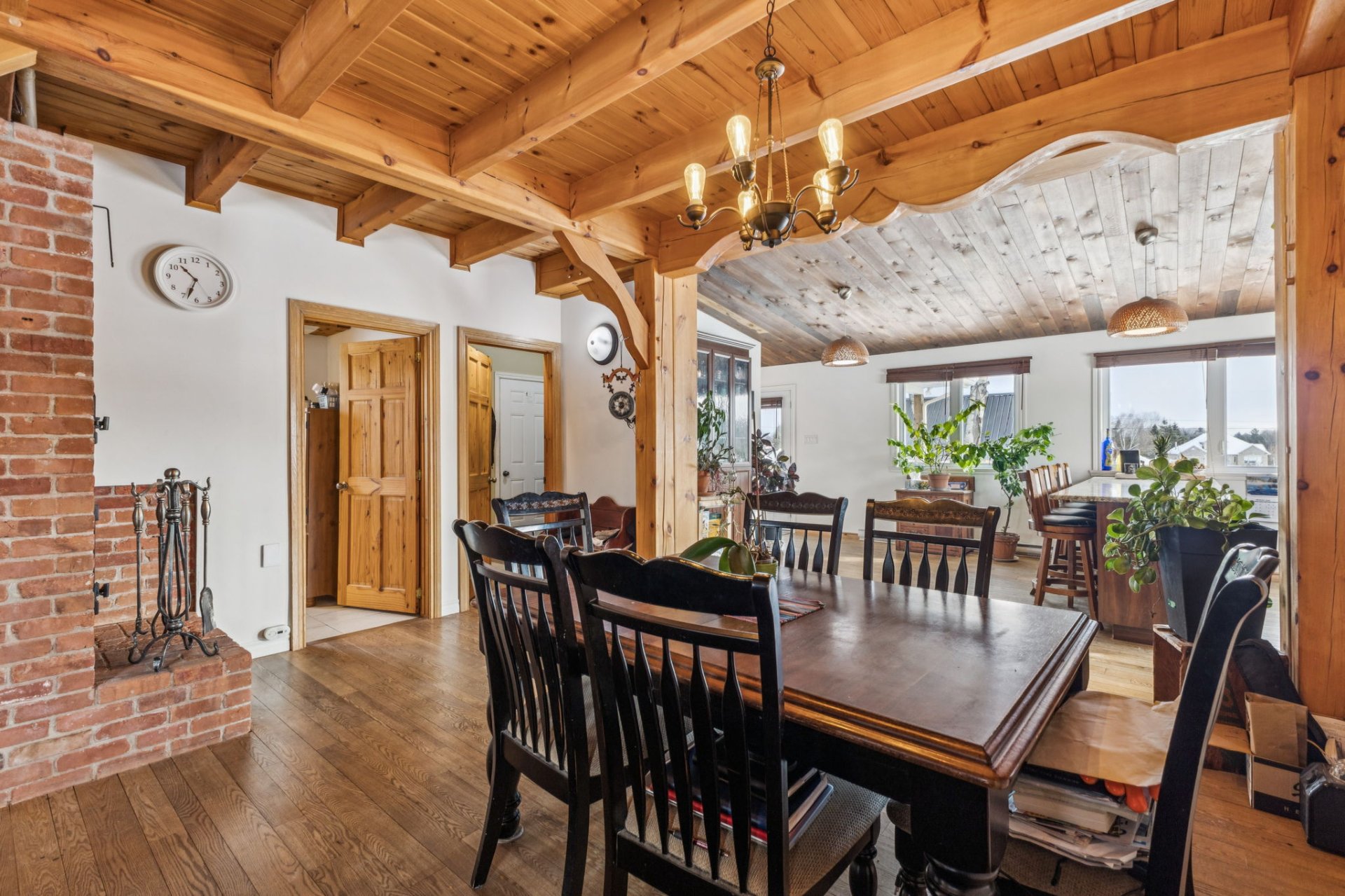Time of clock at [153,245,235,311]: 10:33
